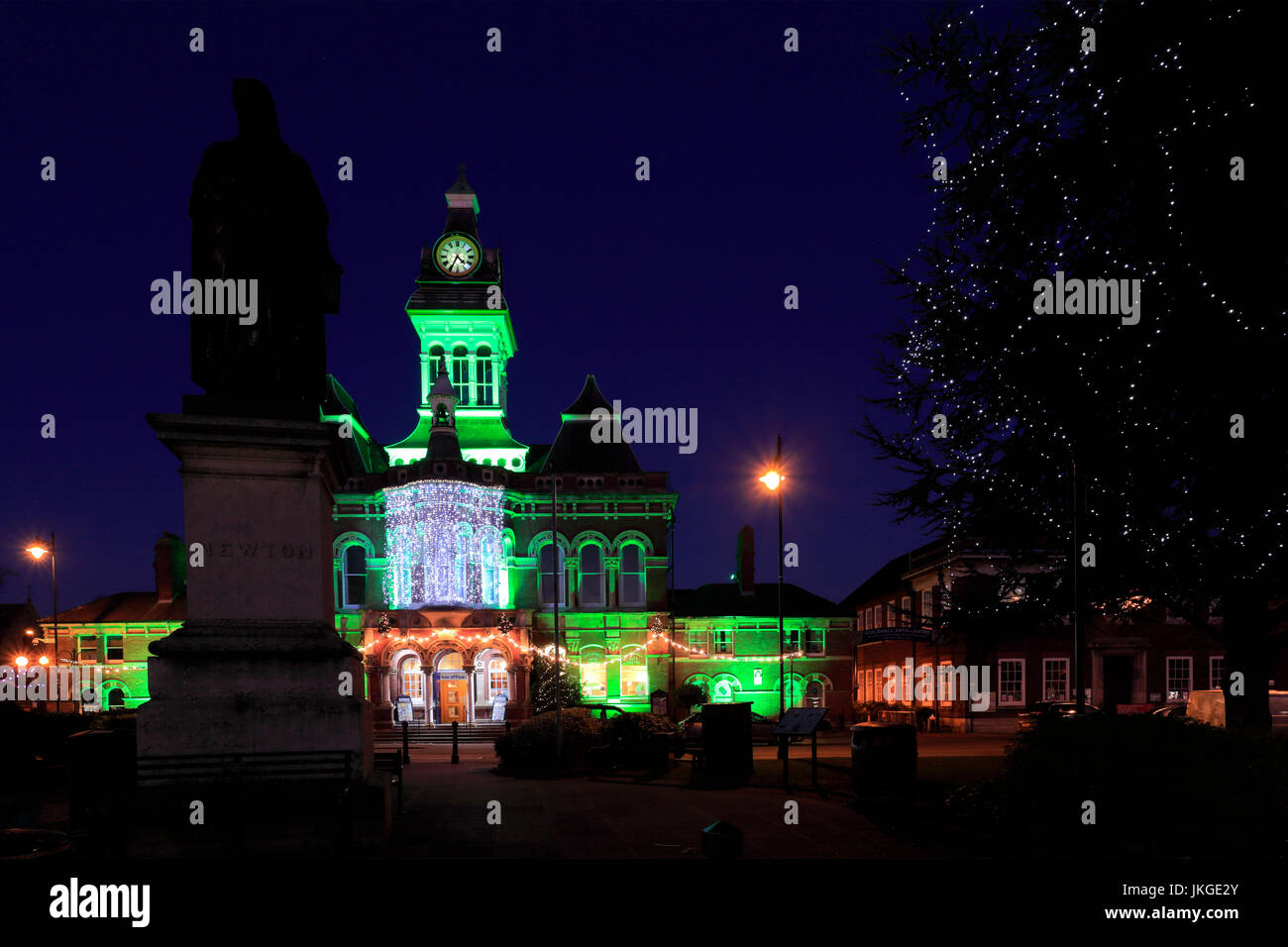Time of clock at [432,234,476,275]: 4:34
